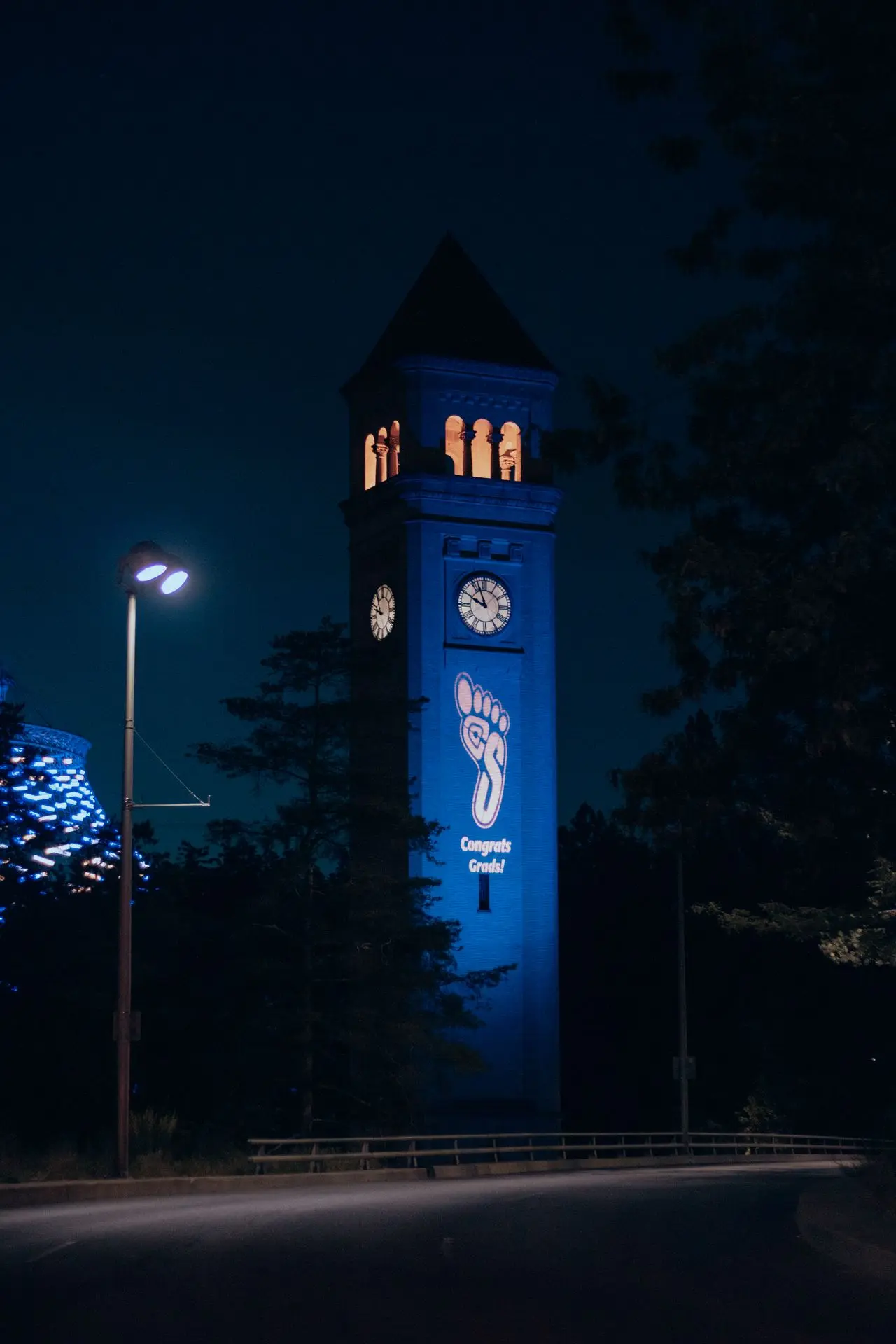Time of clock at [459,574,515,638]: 9:56
